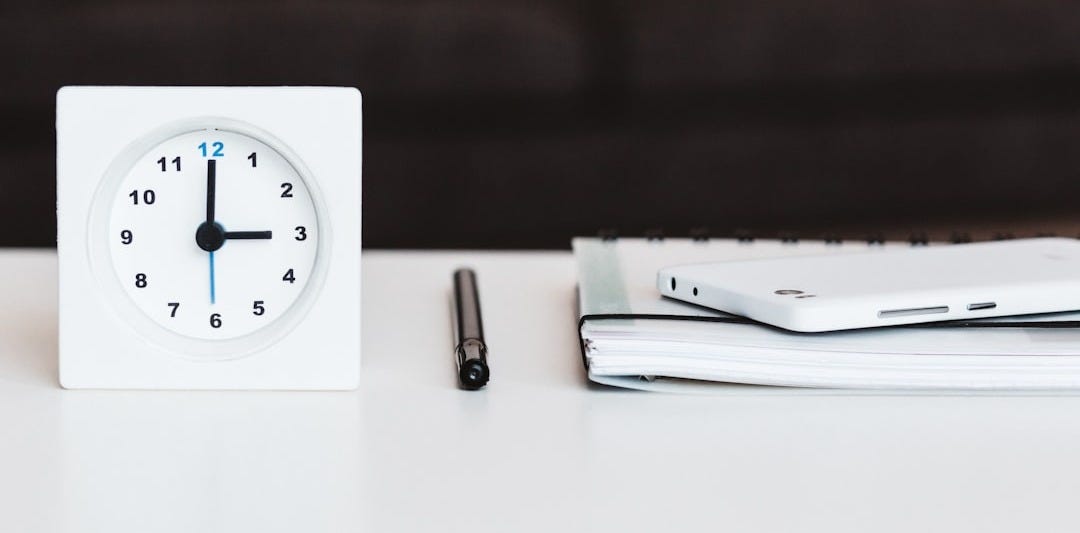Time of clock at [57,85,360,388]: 3:00
